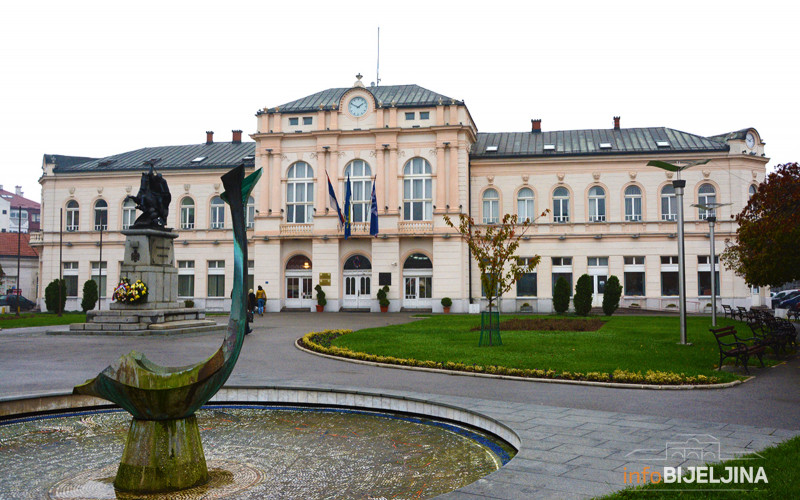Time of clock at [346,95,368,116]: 1:49
